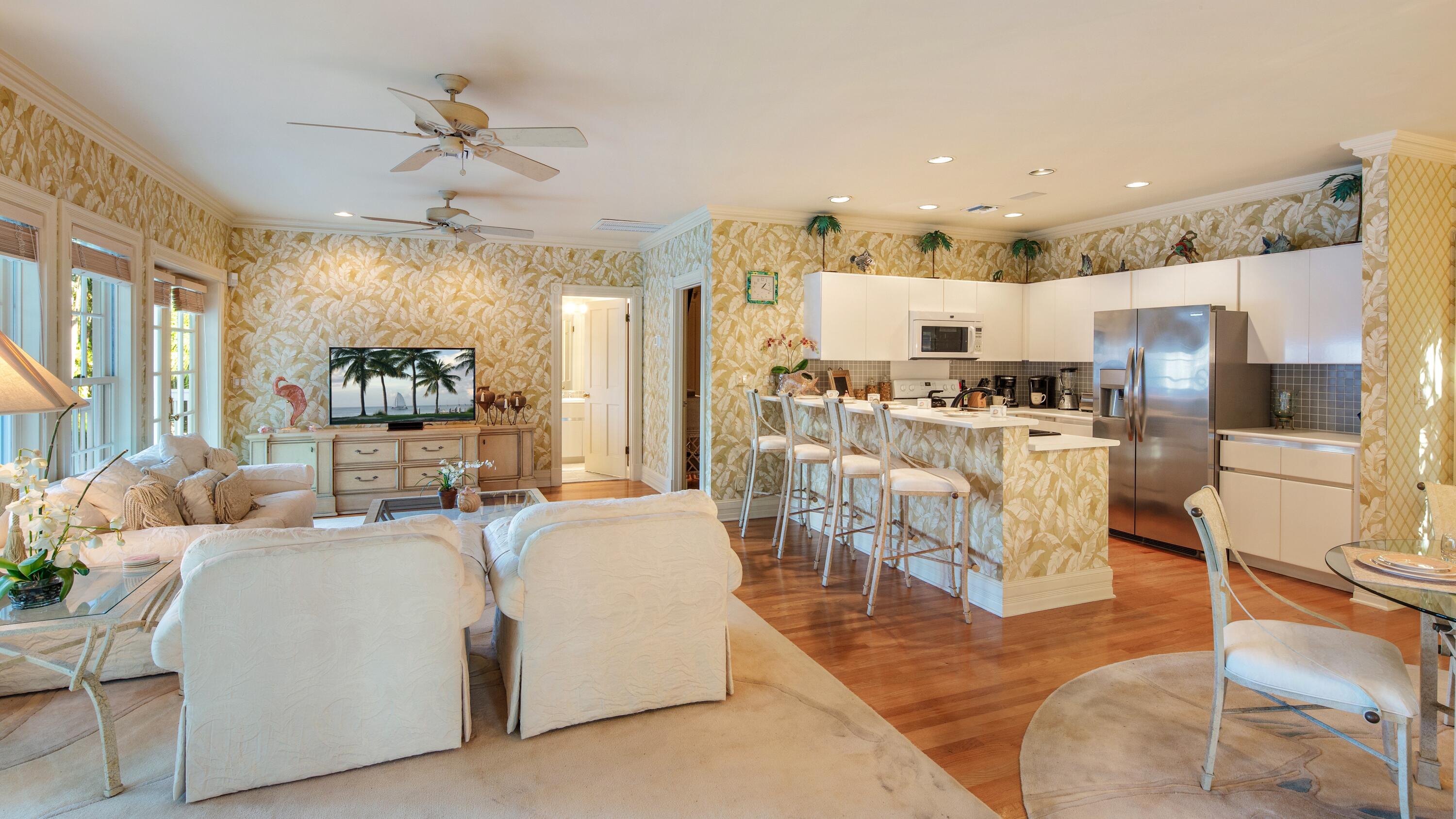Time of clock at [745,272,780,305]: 1:18
